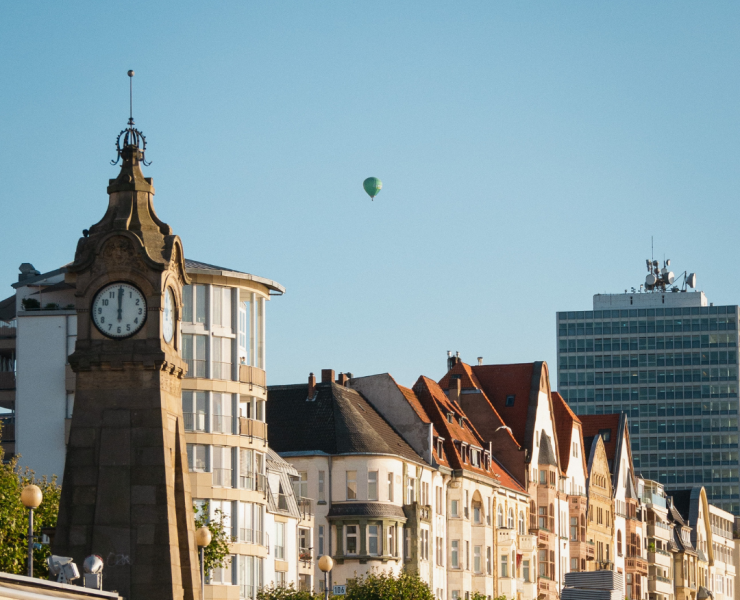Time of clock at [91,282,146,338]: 5:59
